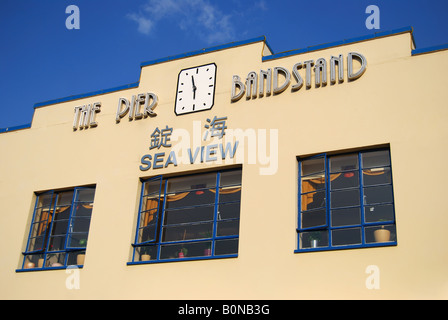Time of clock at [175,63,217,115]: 5:57
